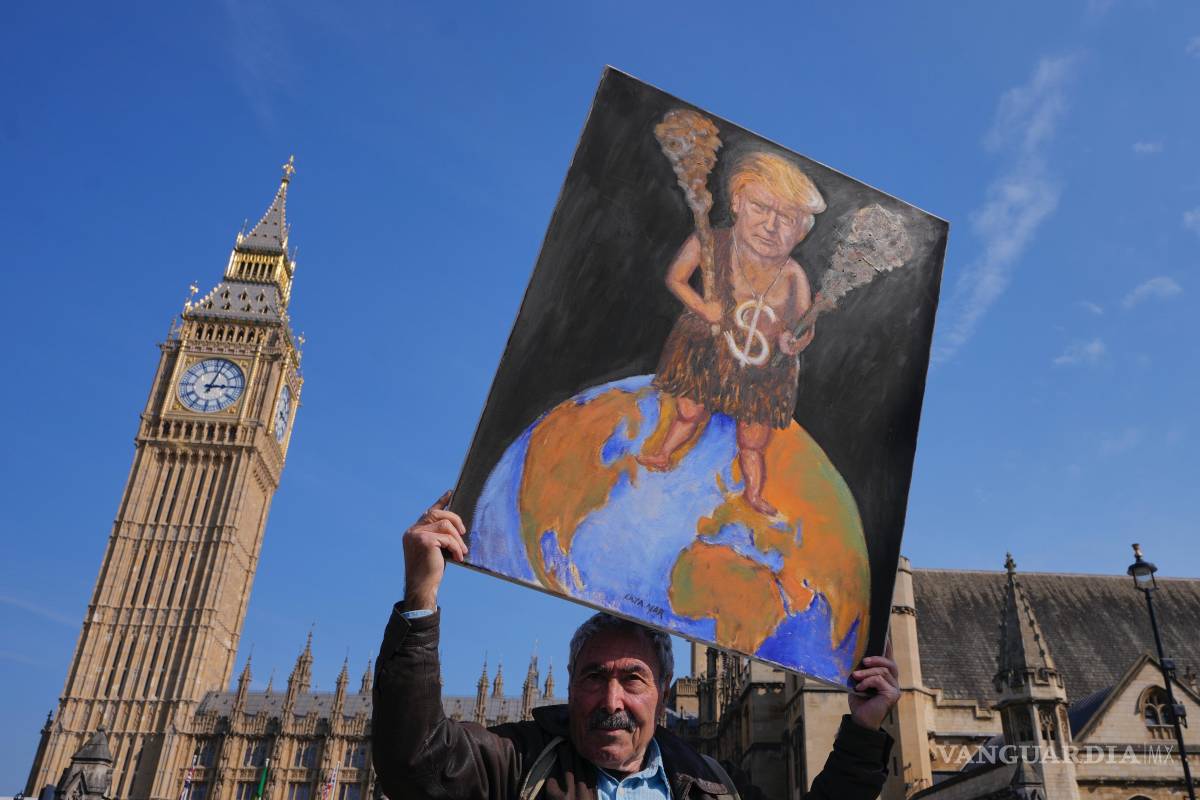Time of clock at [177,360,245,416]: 3:02
